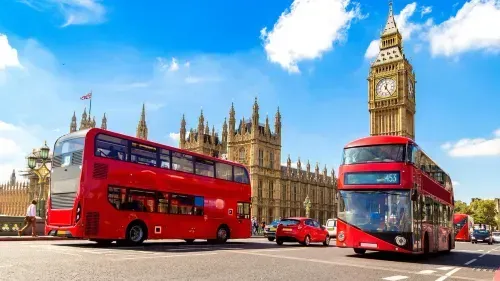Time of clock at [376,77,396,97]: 12:24
